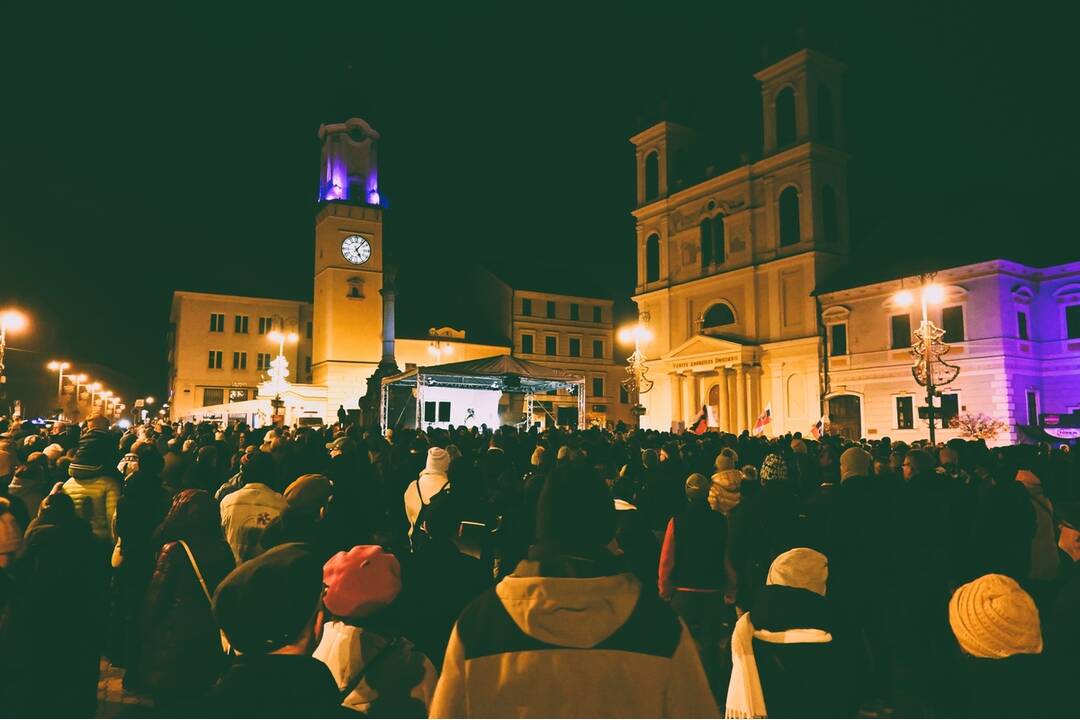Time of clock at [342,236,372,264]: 5:06
